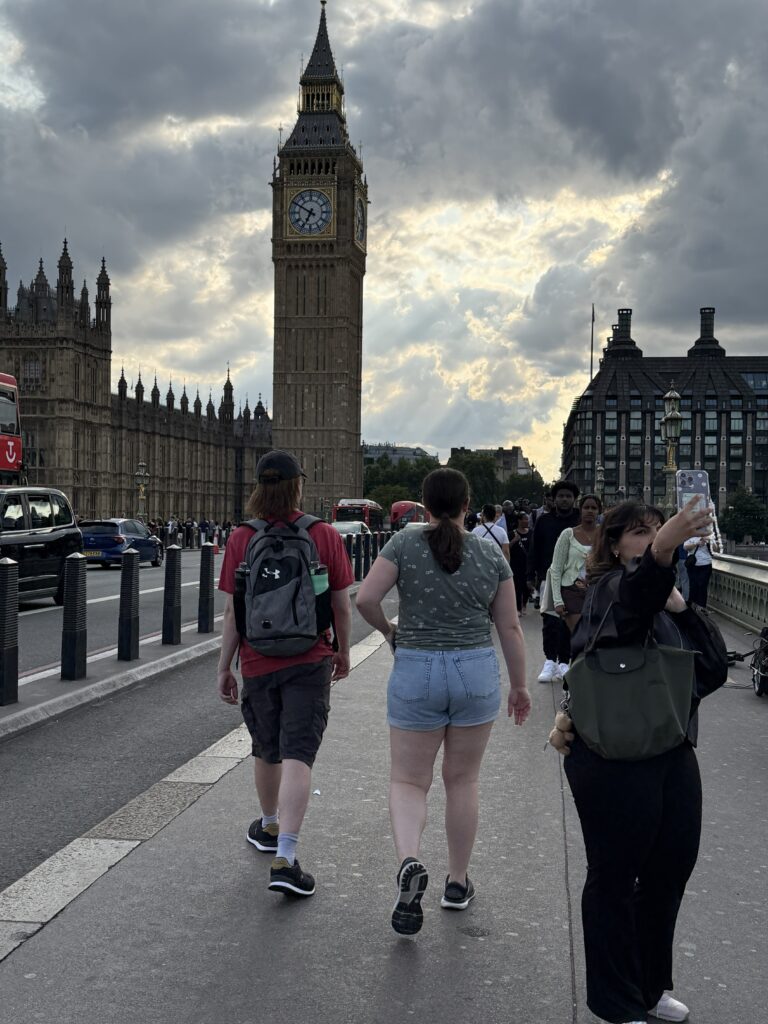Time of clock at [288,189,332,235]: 6:50
